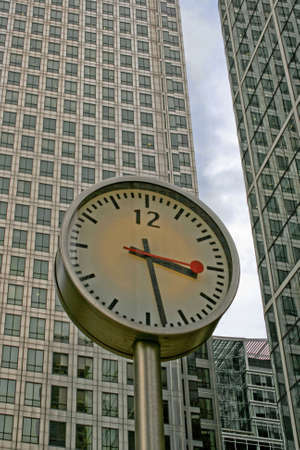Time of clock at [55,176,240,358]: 3:28
